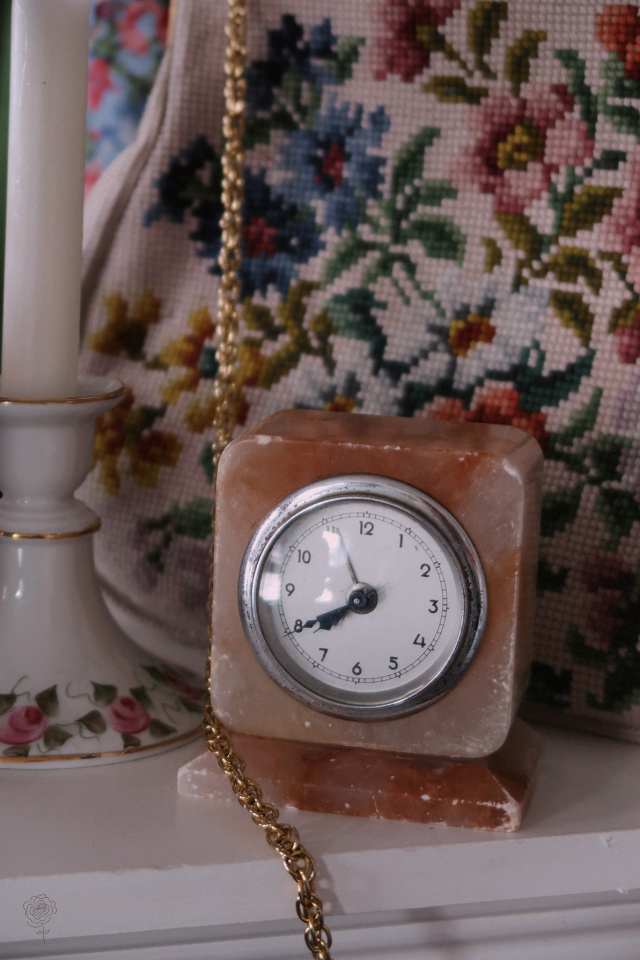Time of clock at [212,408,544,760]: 7:40
